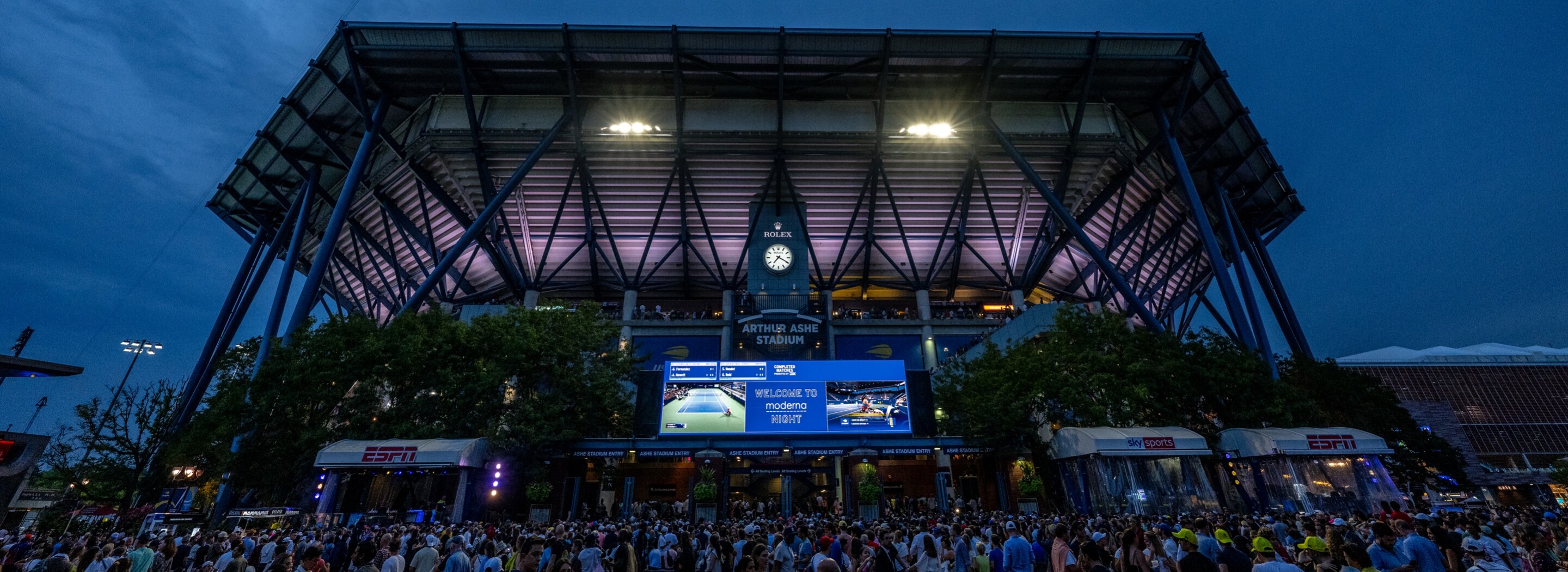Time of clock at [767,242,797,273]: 7:19
